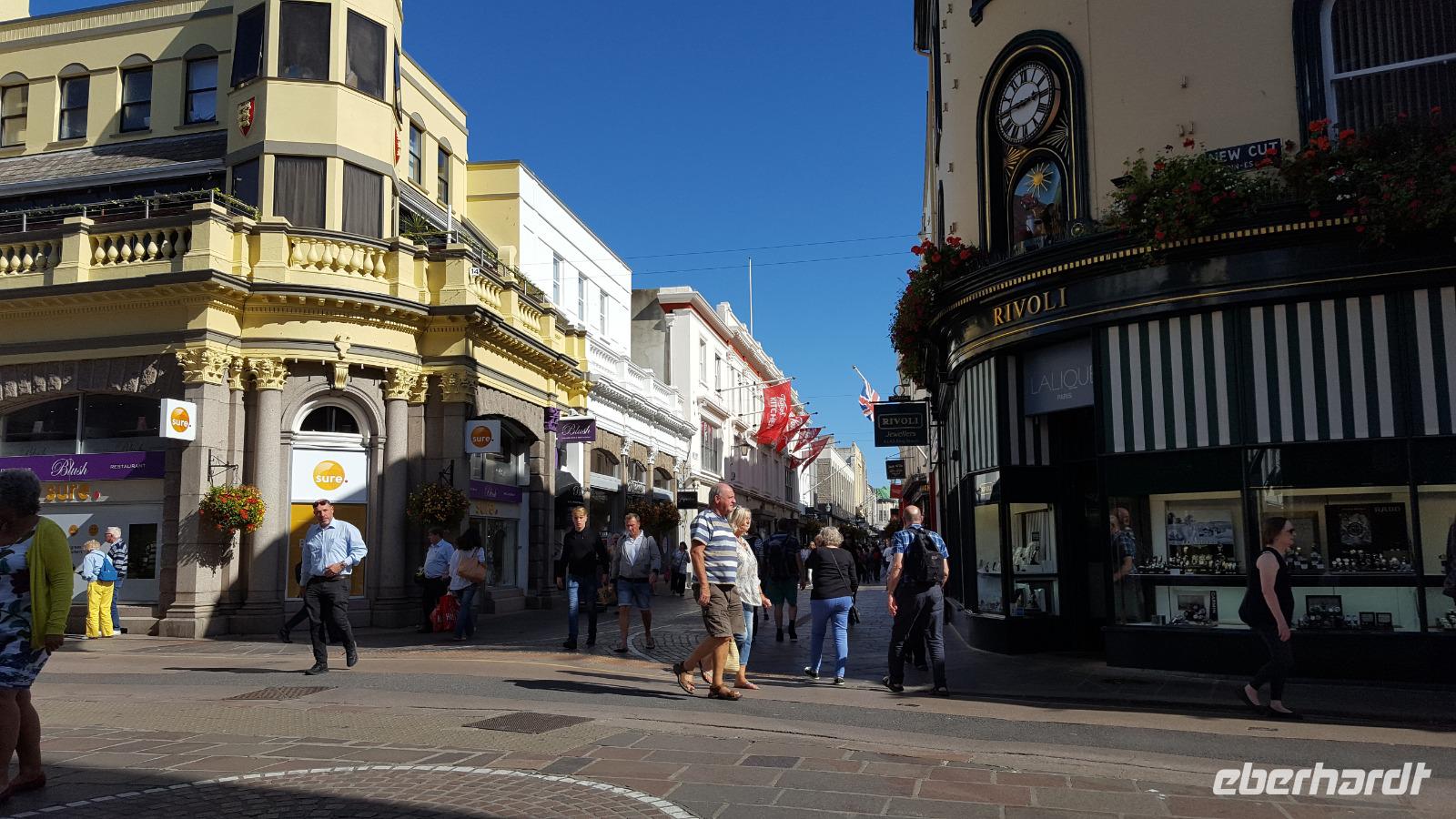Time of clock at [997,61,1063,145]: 2:44
